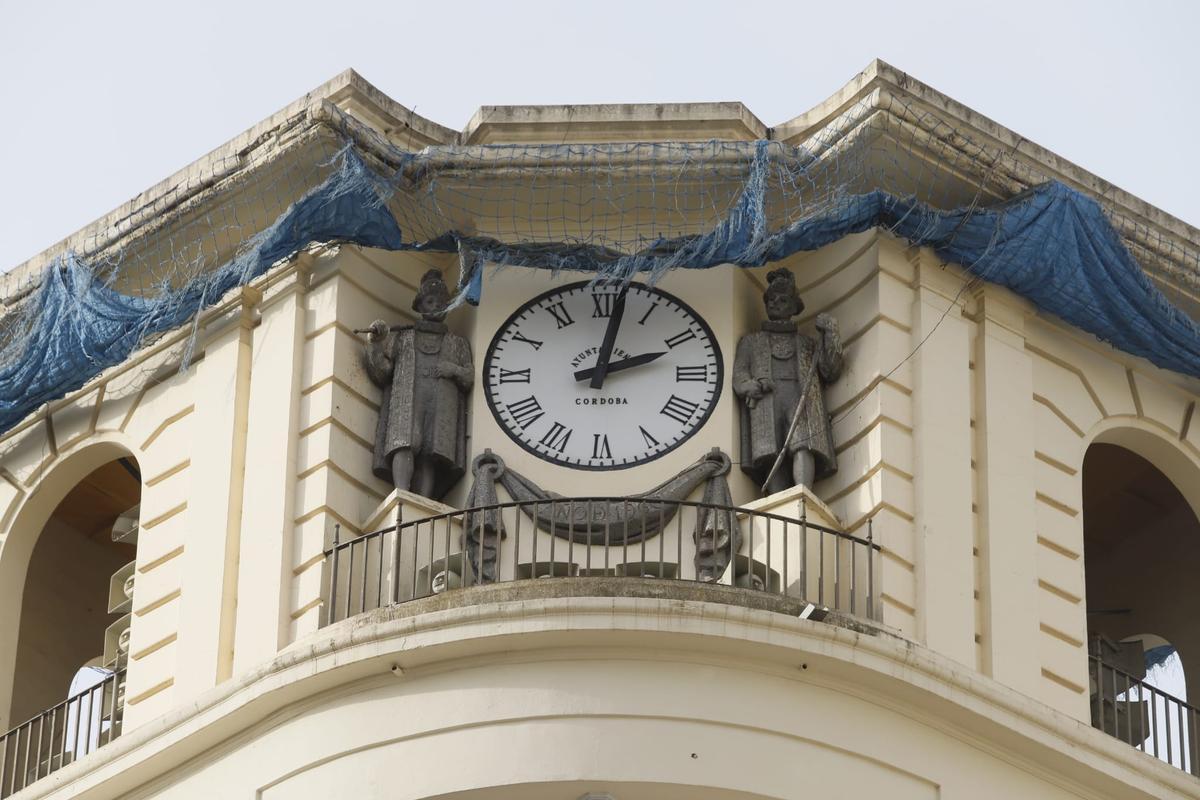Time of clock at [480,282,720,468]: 2:01
